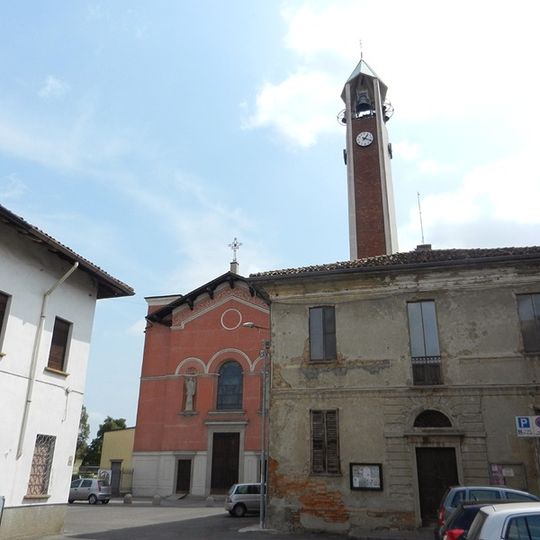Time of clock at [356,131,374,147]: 1:18
